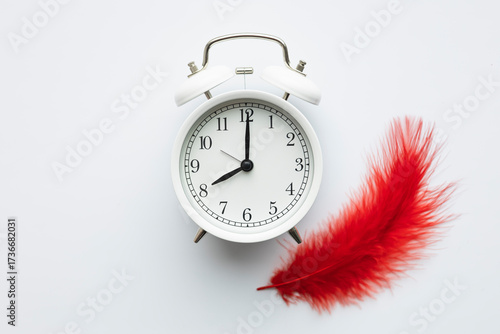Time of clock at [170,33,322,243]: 8:00
